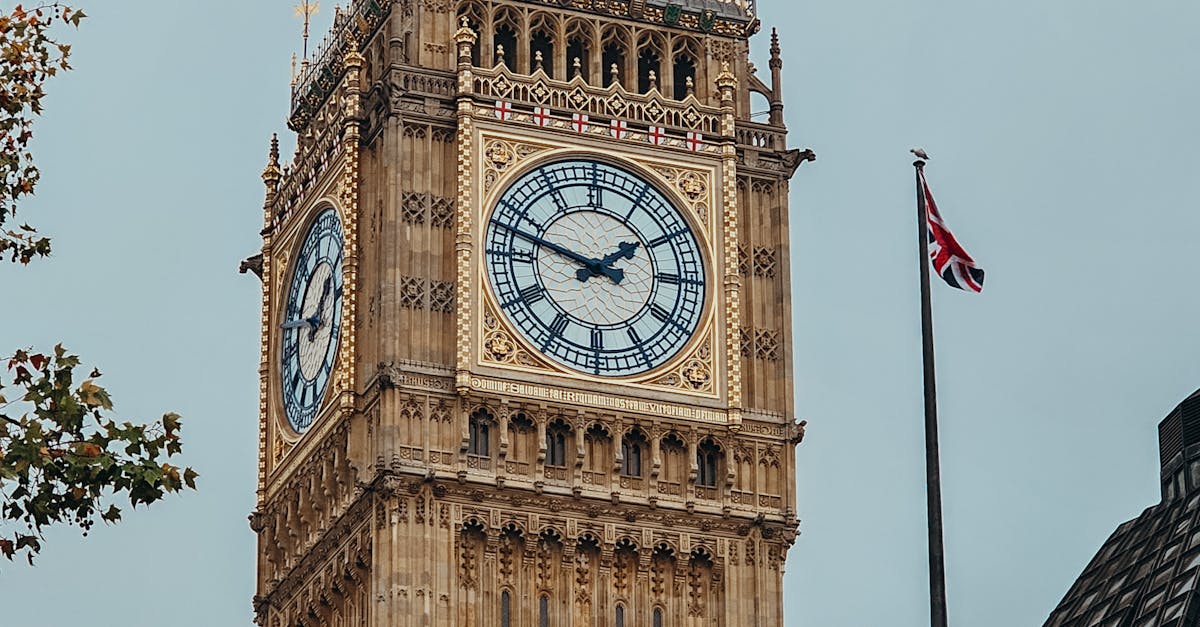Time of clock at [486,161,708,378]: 1:47
